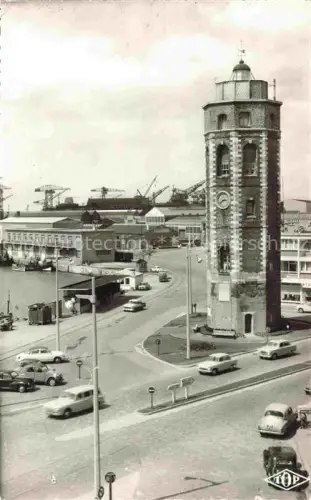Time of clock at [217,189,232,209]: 2:38
